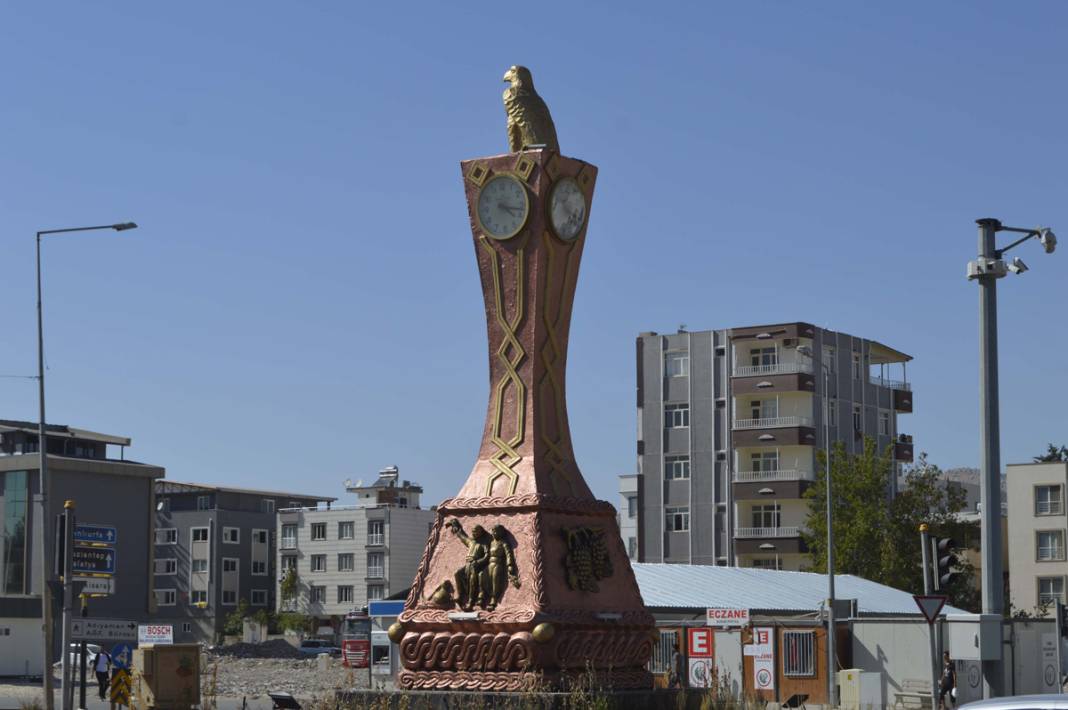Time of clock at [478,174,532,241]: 4:17
